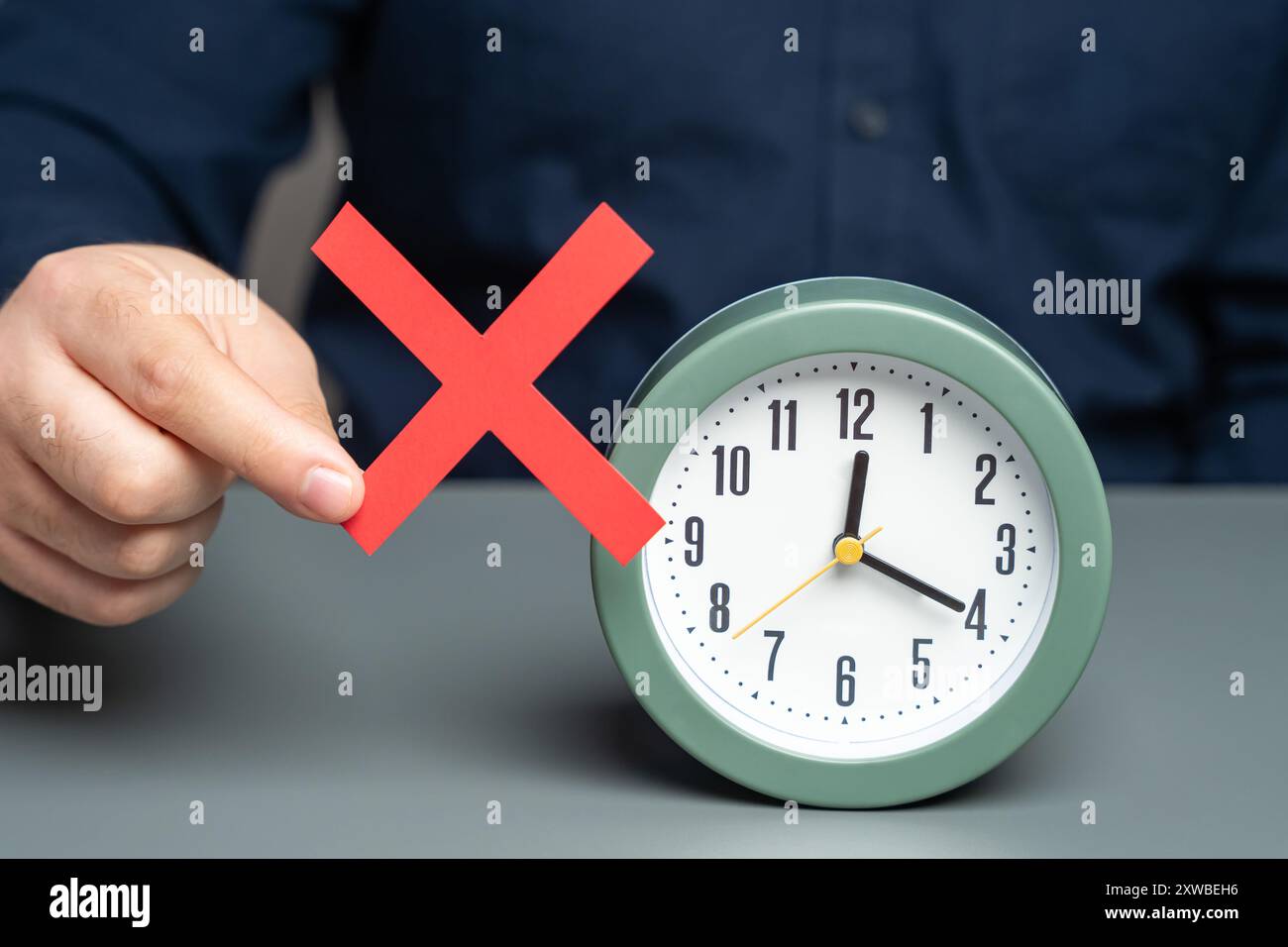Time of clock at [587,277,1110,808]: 12:19
